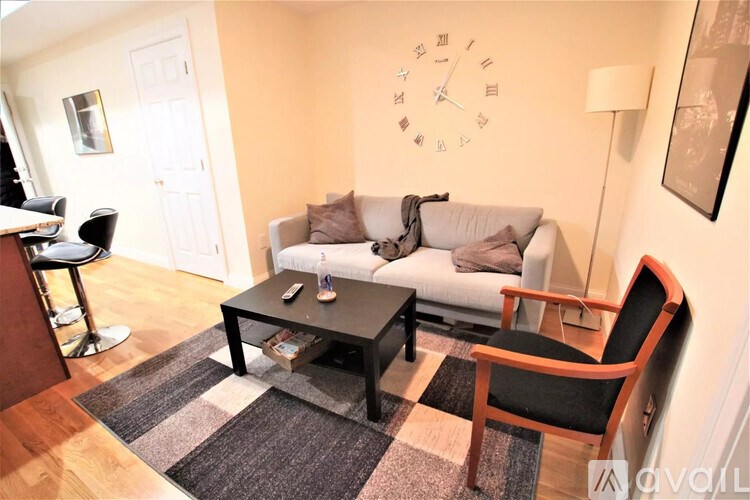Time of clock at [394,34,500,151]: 4:04
